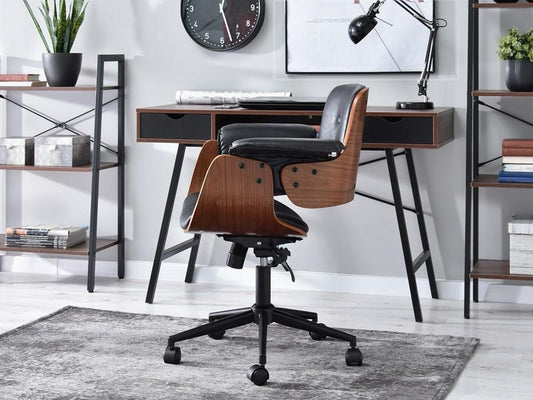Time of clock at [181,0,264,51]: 12:27
